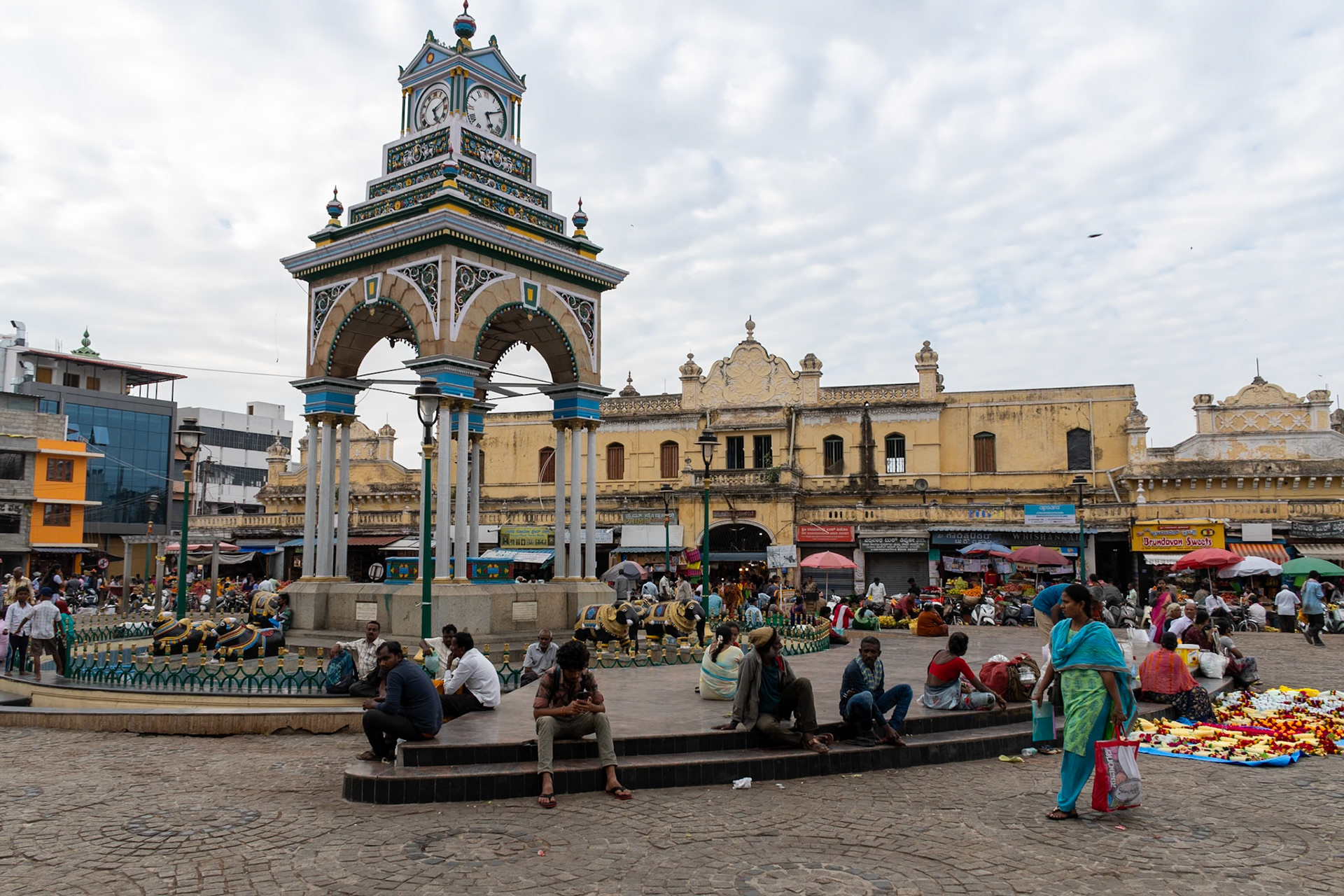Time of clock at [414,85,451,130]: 5:10
